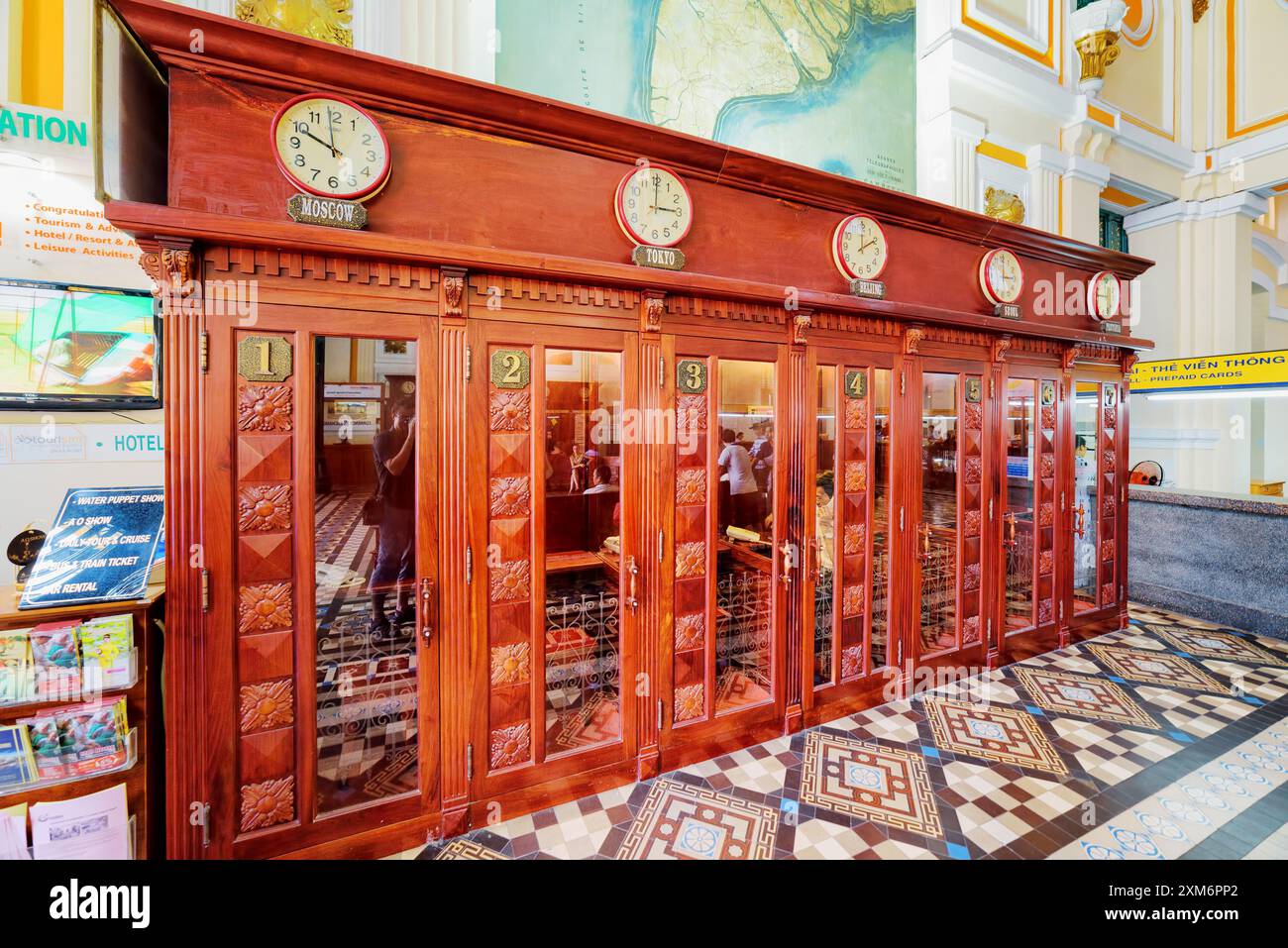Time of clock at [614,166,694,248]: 3:00
